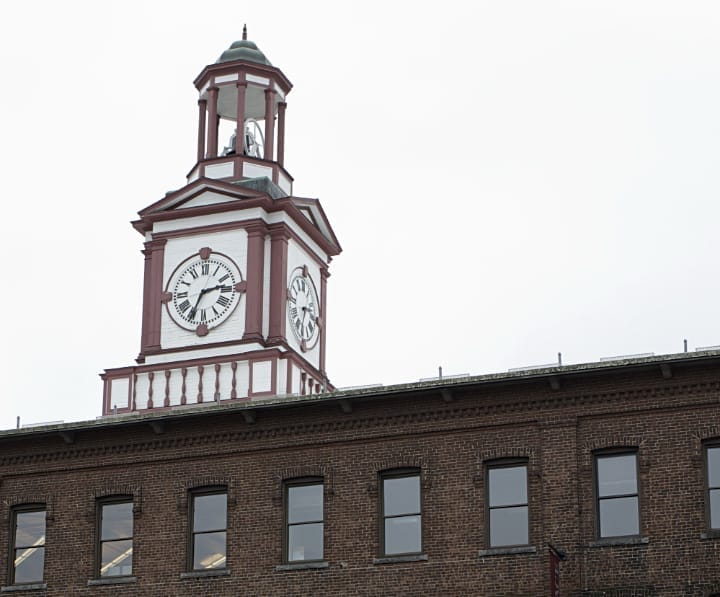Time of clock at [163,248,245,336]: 2:34
